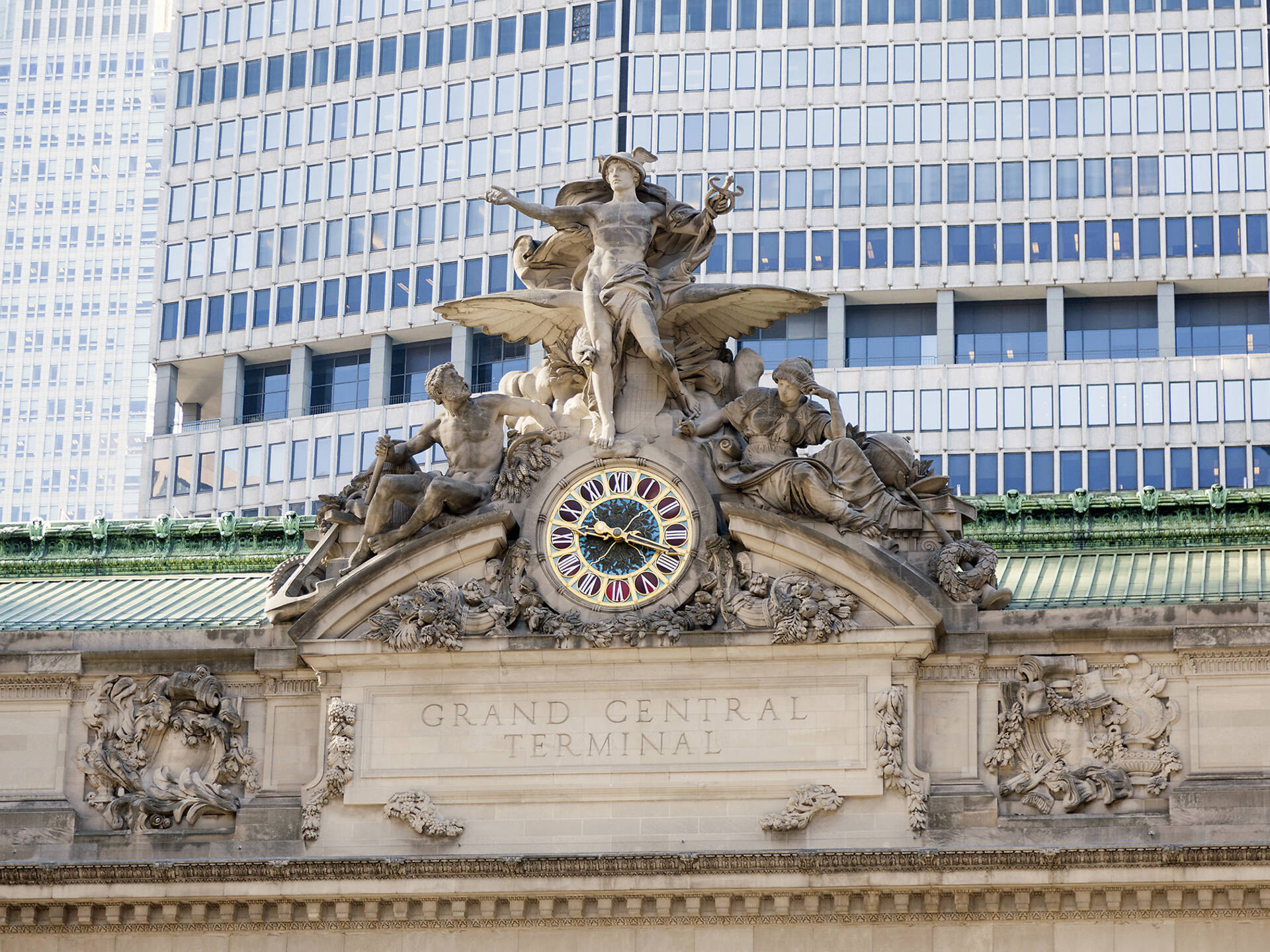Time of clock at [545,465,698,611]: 9:17
